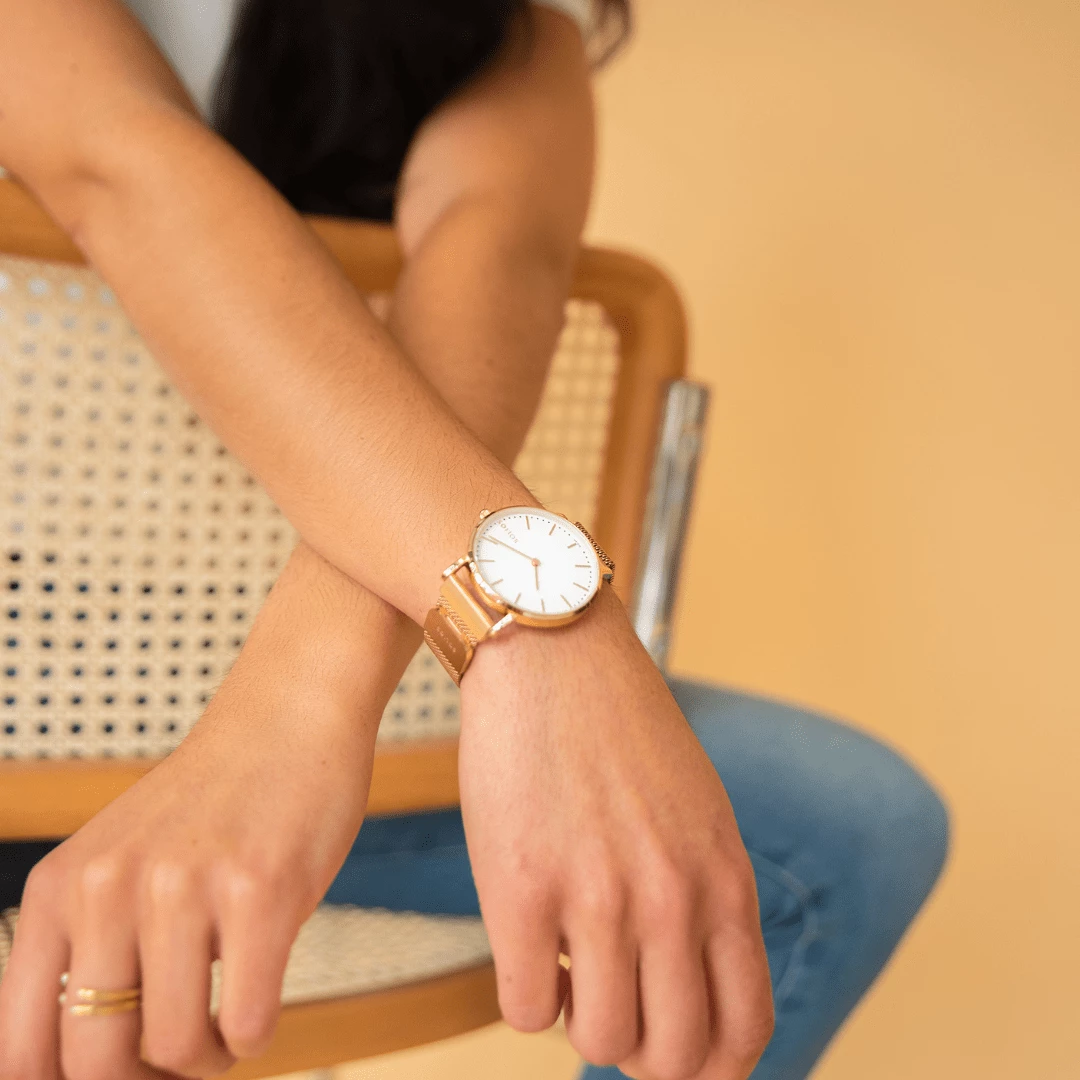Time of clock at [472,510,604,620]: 5:50
